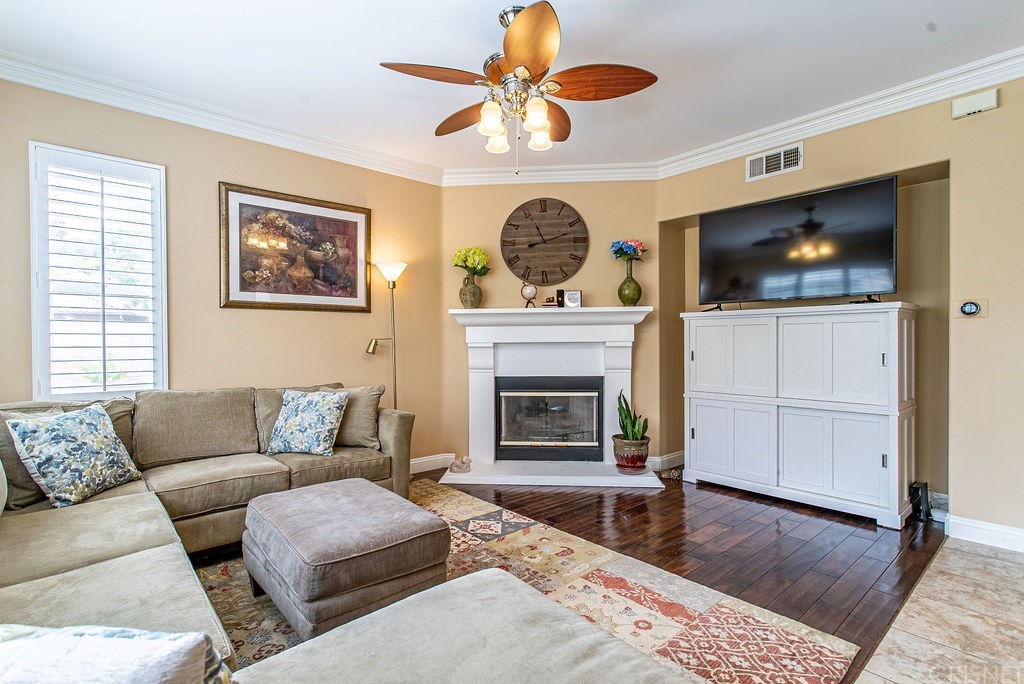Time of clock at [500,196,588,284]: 11:12
